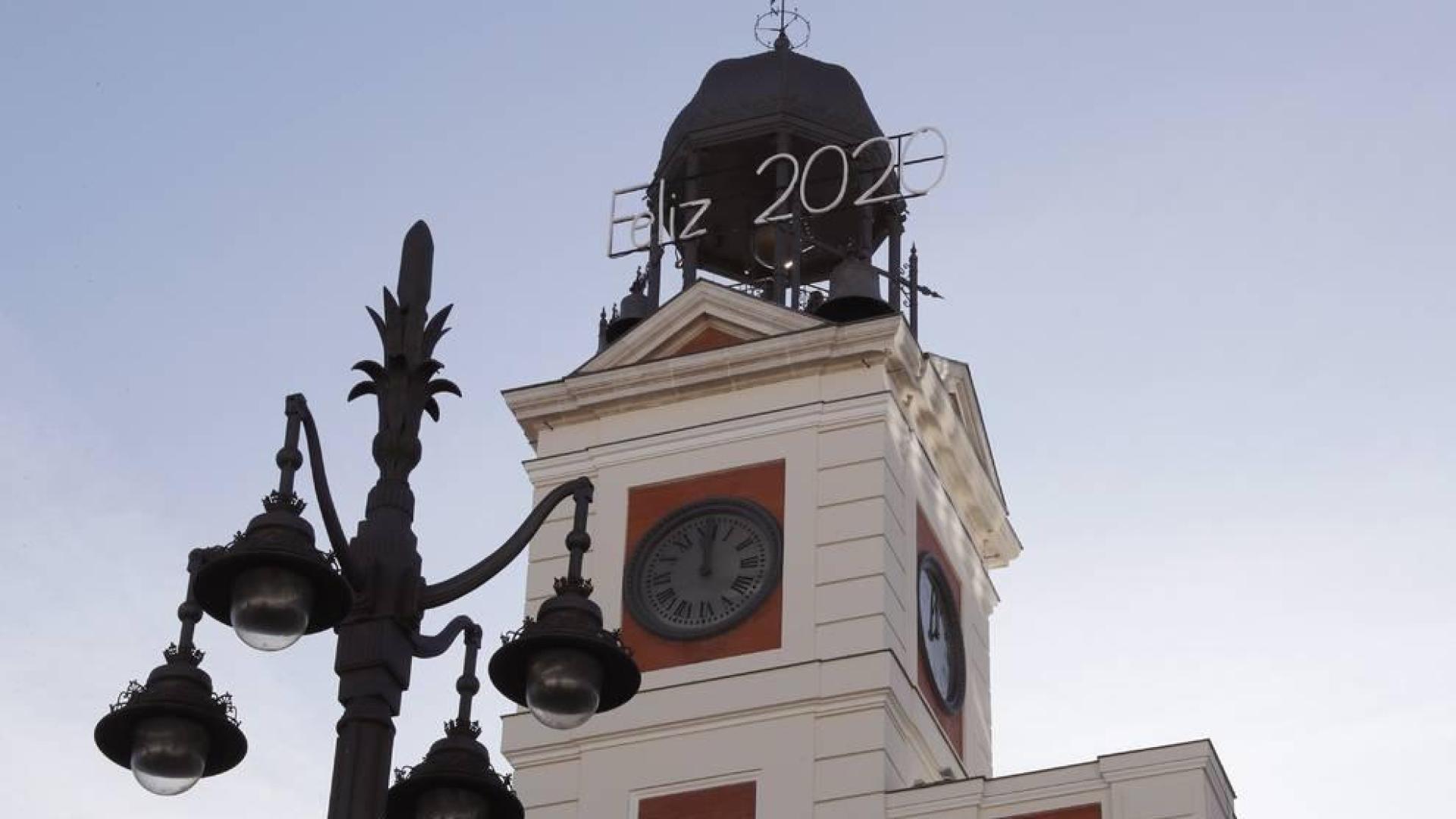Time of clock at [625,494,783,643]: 12:01
